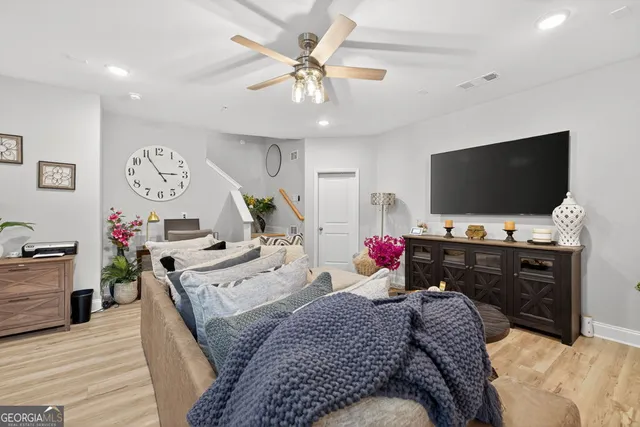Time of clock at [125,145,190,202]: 2:54
